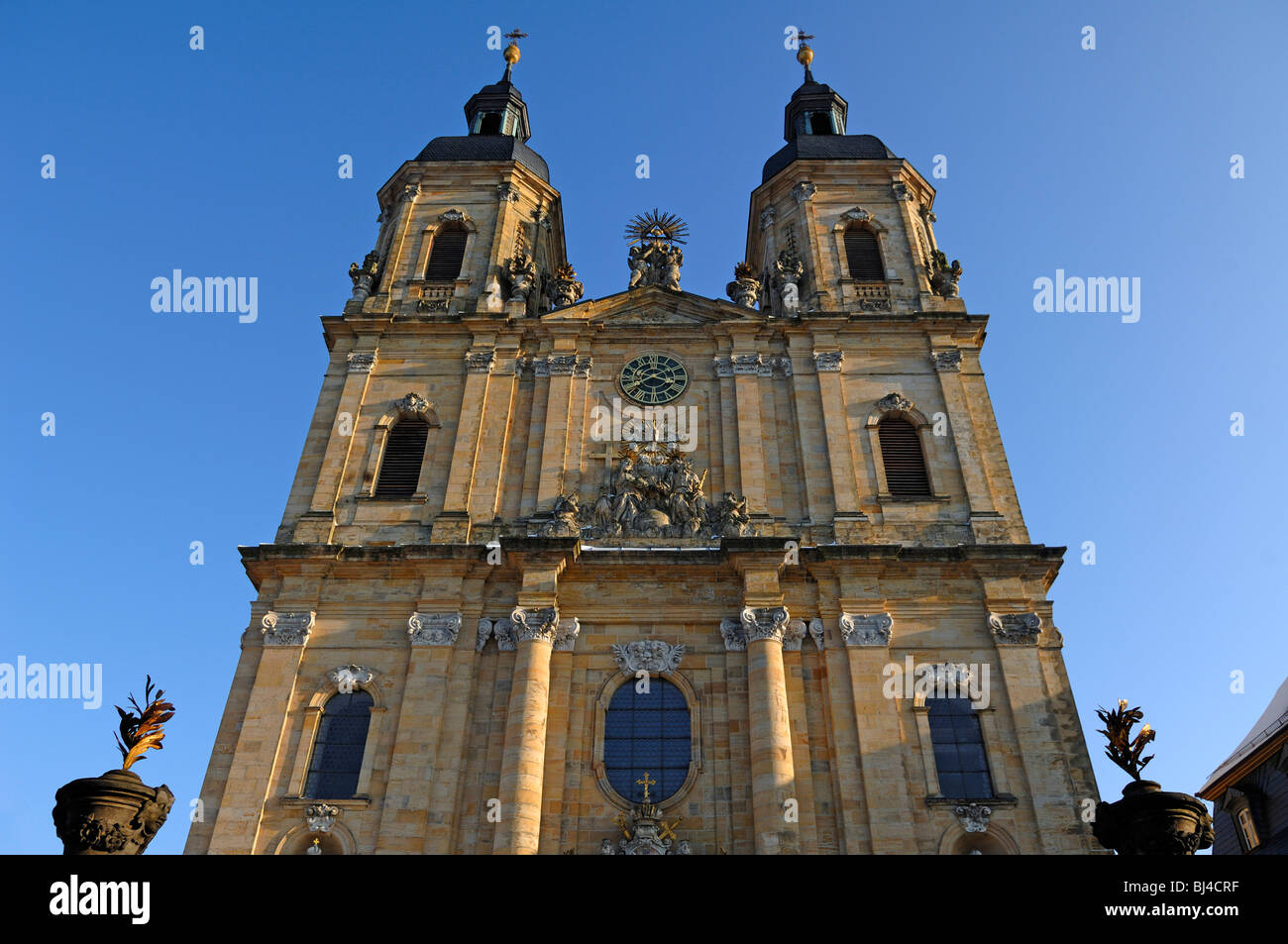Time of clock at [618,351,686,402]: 3:40
